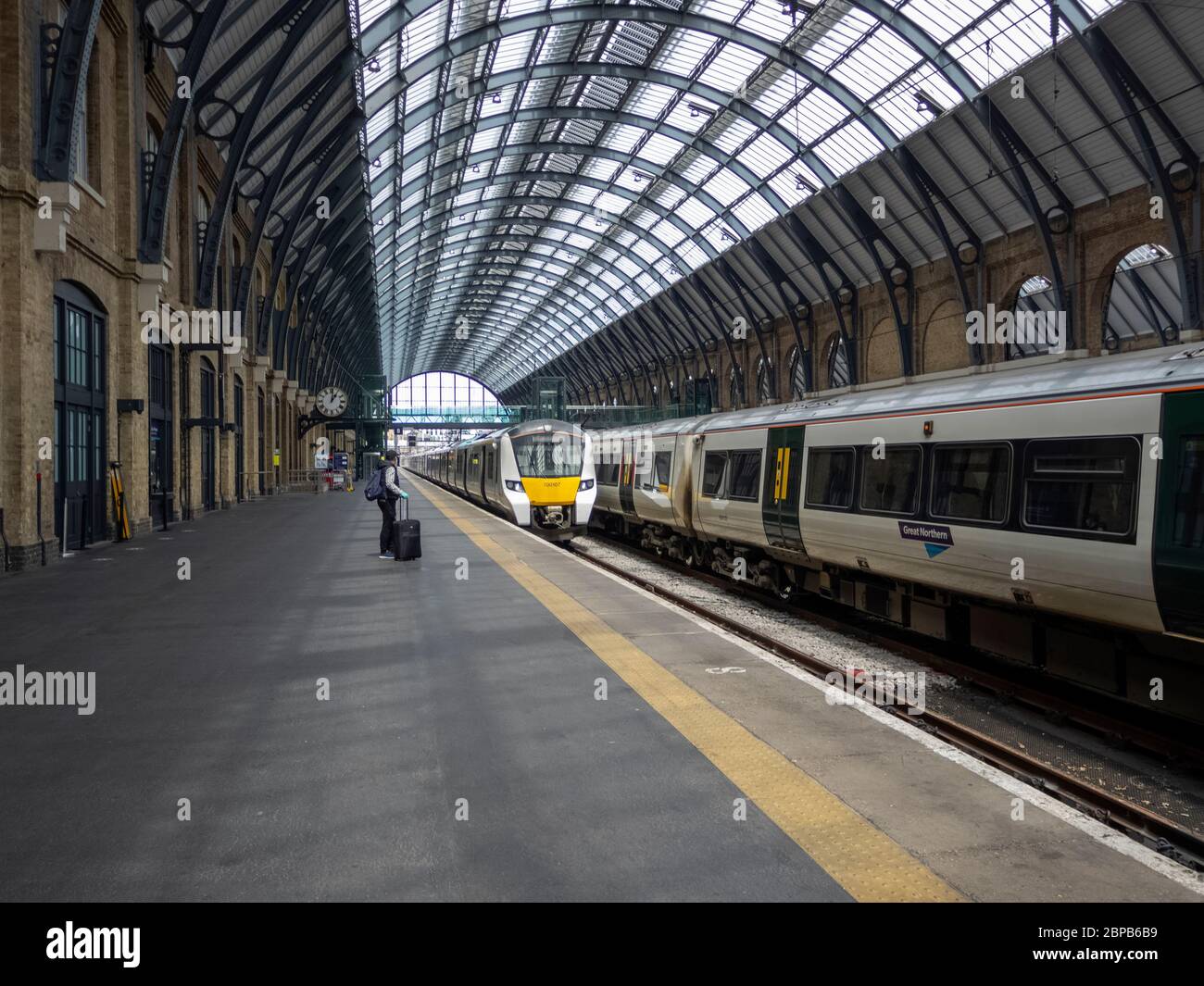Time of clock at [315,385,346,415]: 1:01
